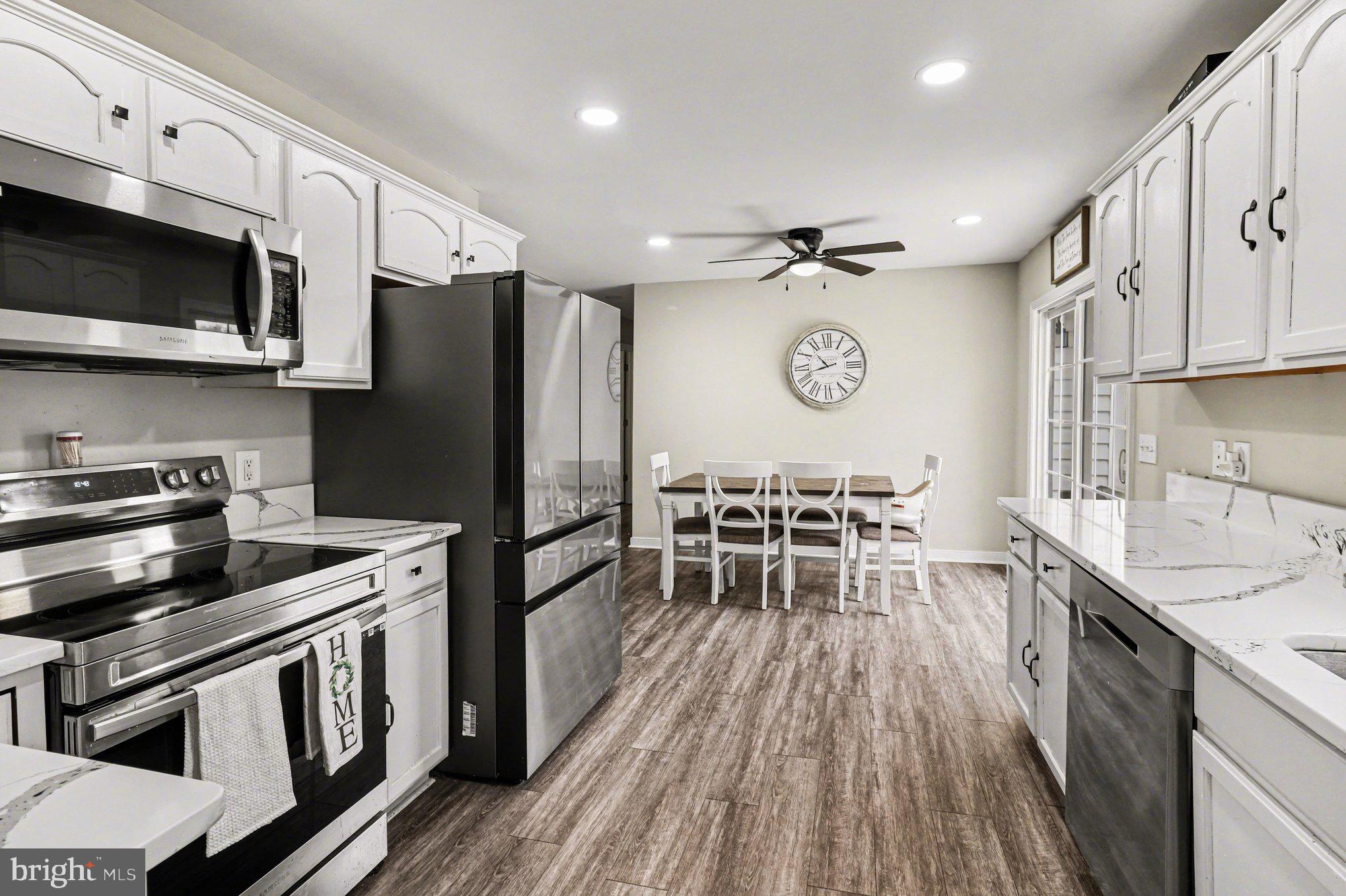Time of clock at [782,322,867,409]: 10:42
